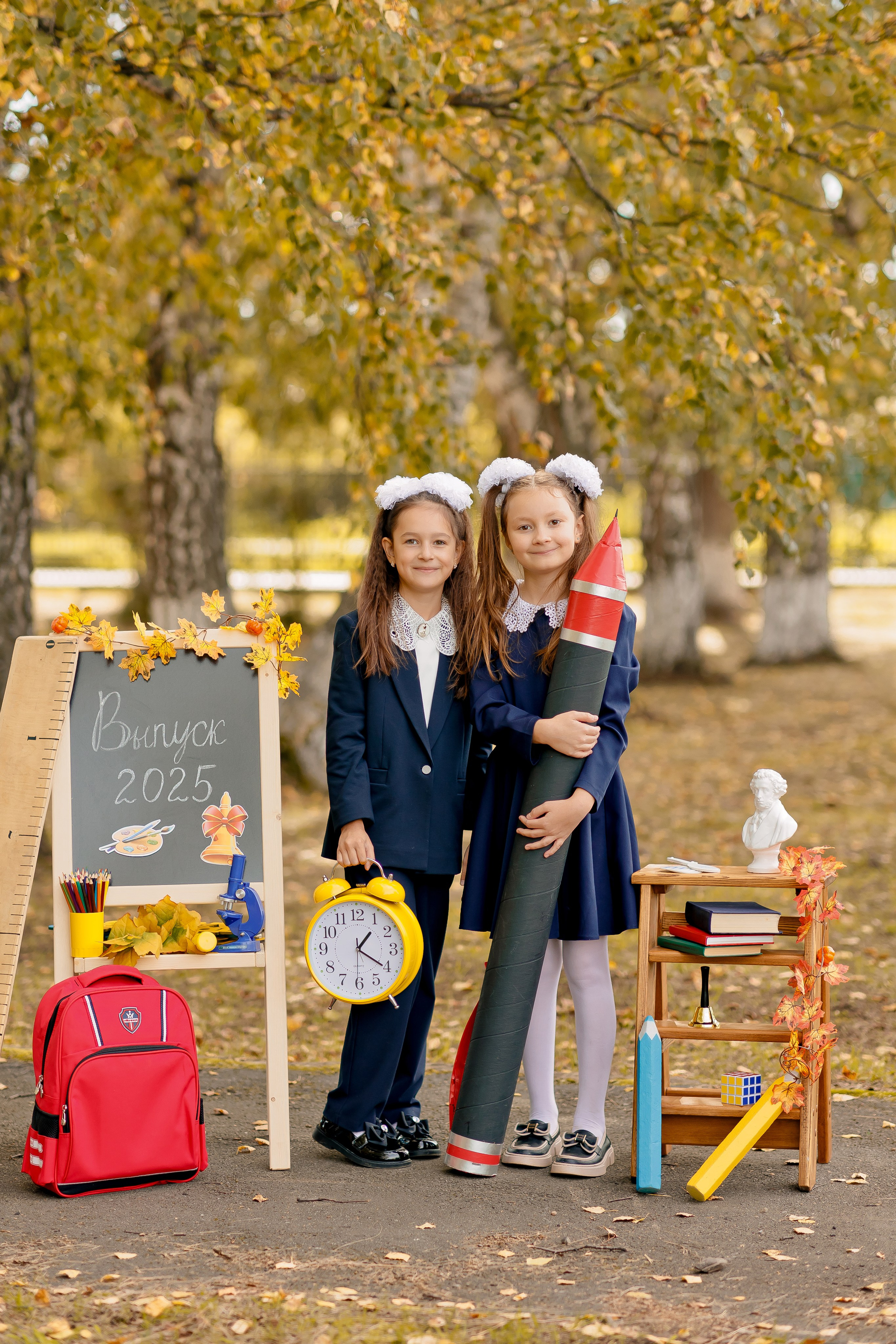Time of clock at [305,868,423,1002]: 1:20
